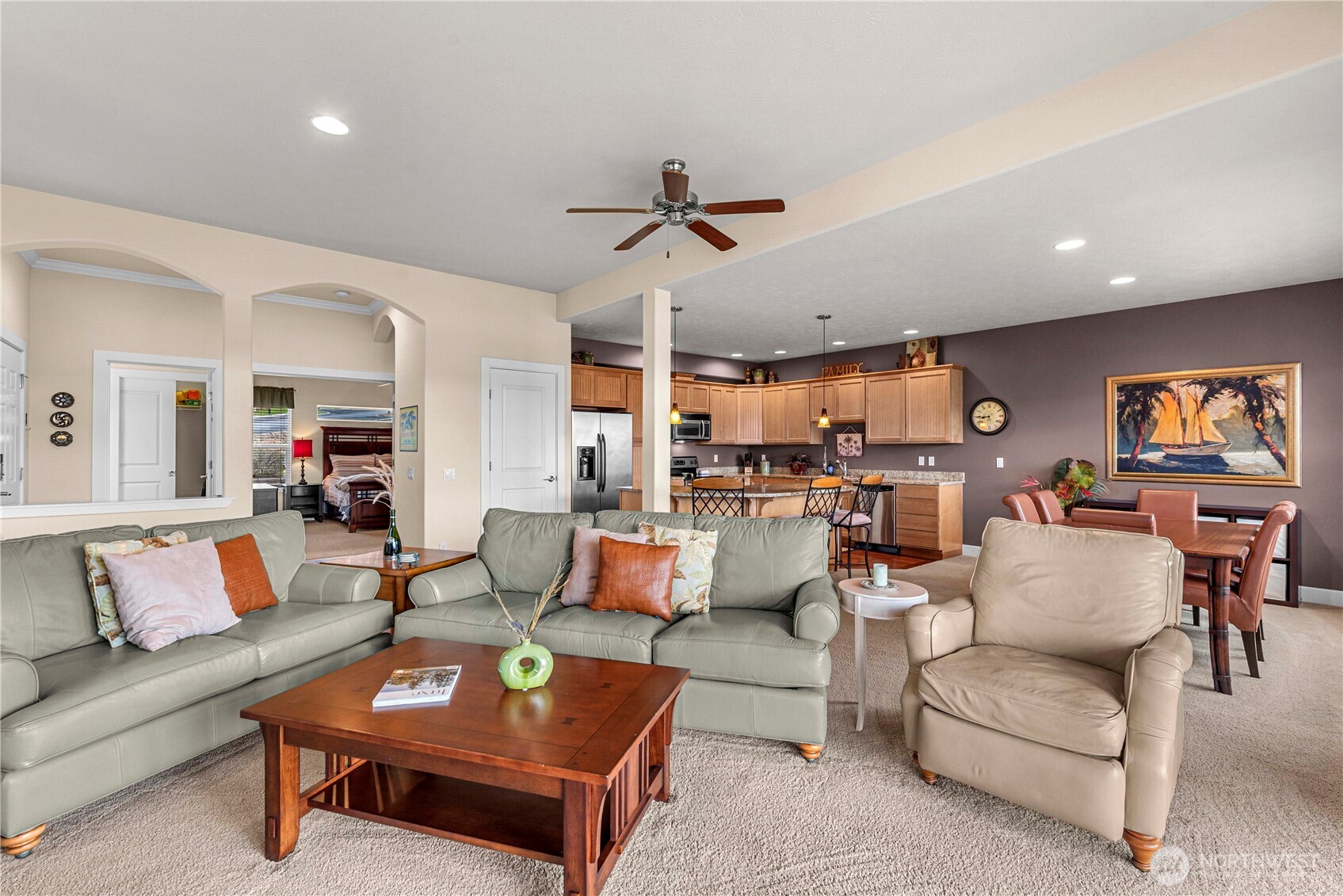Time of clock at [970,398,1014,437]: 8:45
